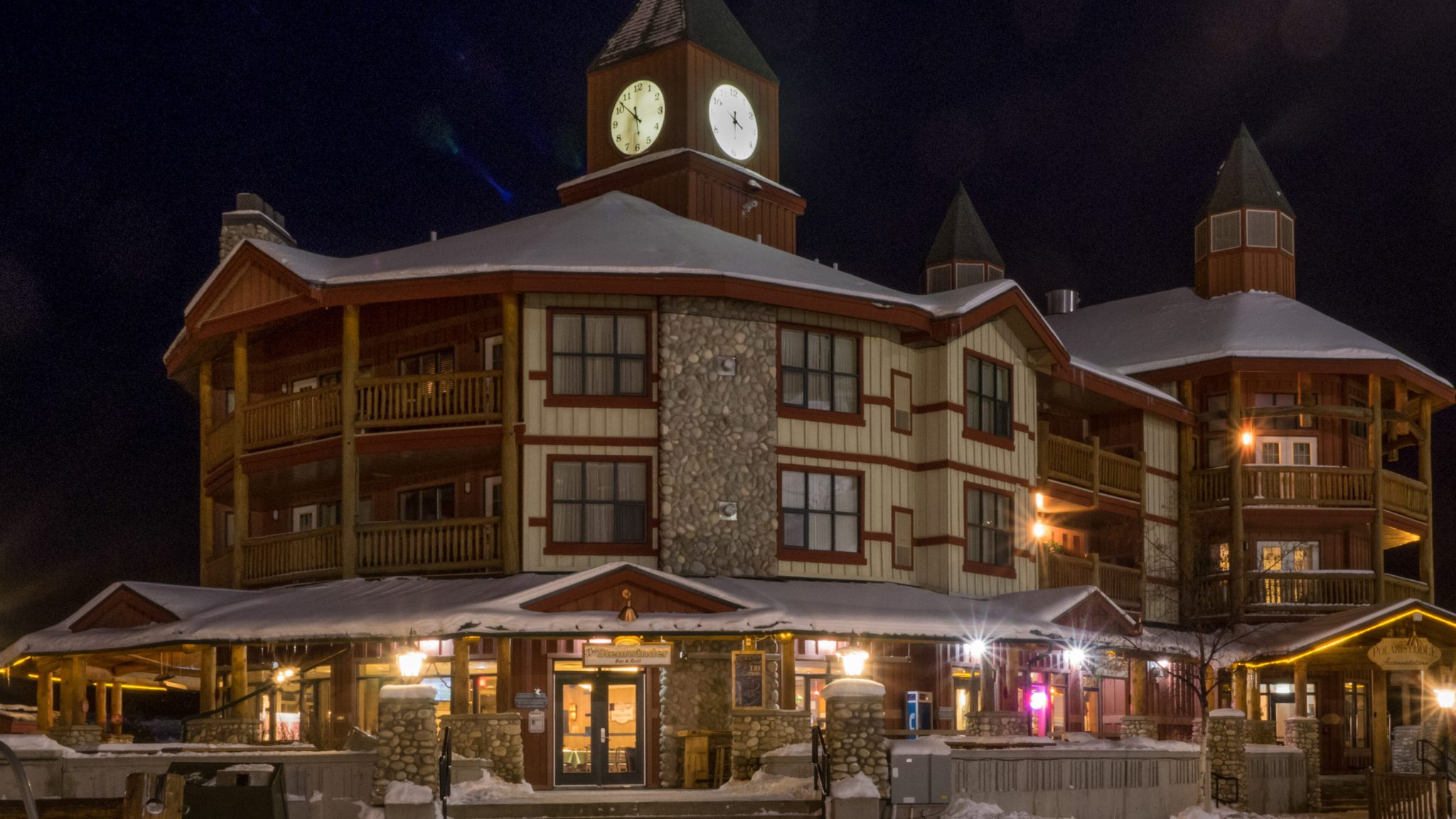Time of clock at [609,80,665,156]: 5:52
